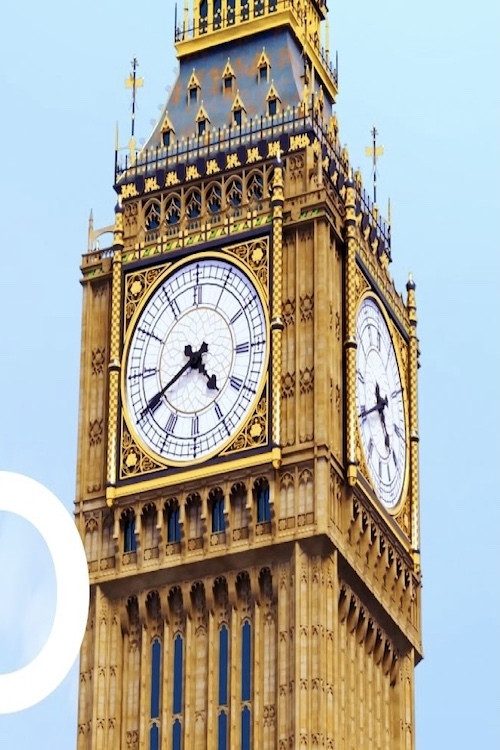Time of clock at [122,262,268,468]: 4:40
